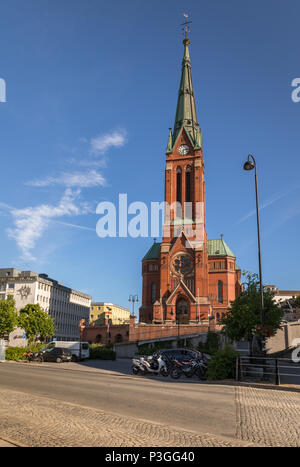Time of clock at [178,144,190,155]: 6:13
